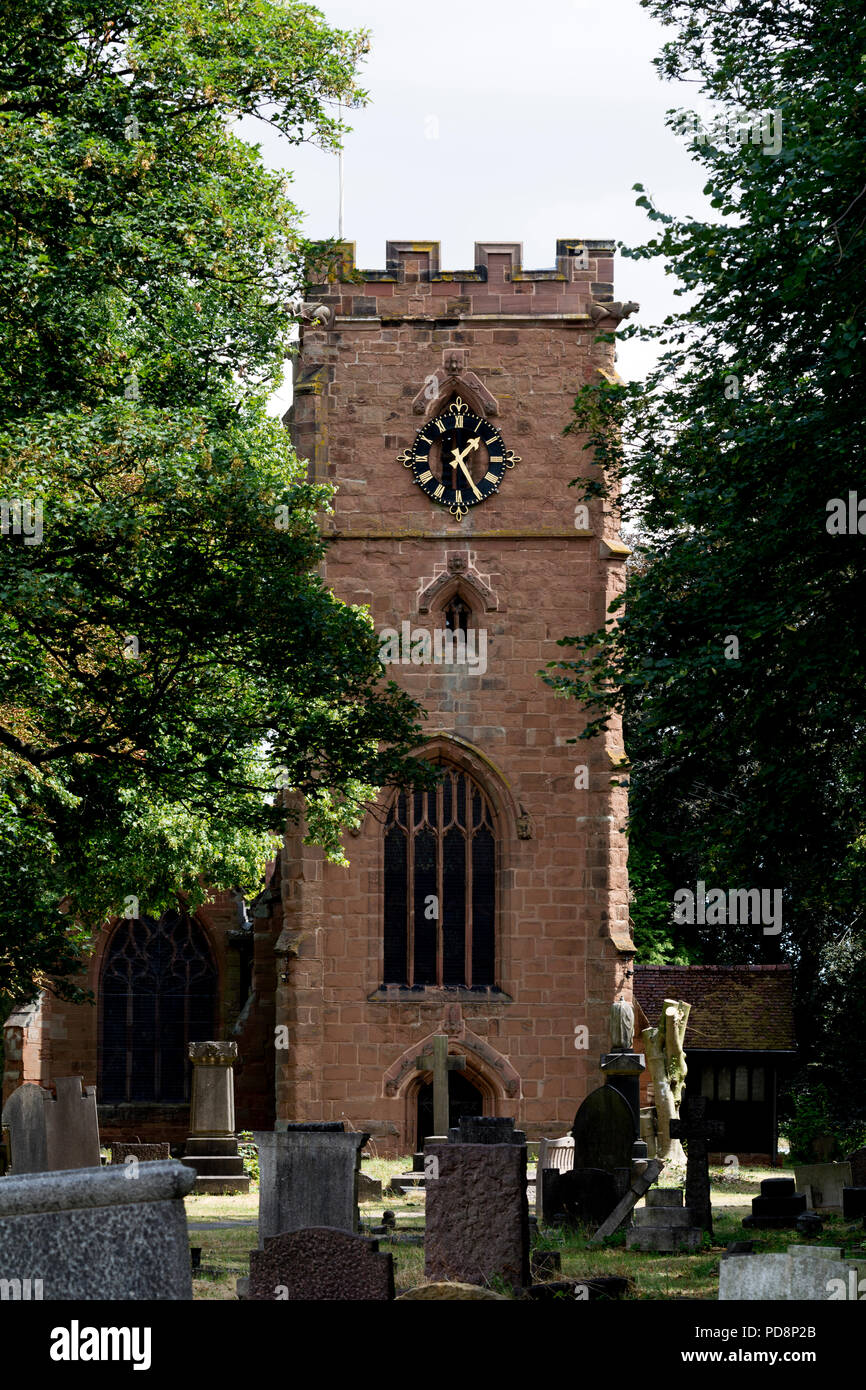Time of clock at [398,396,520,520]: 1:25
